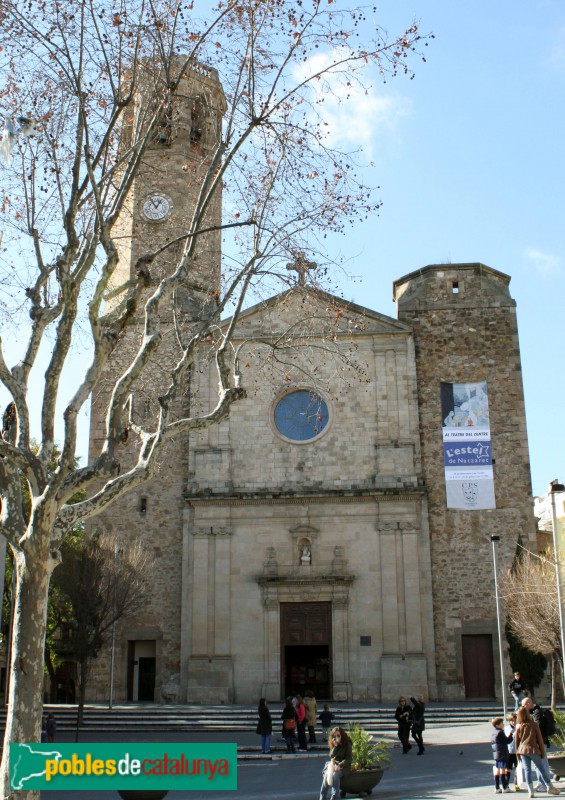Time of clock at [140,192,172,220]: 12:55
